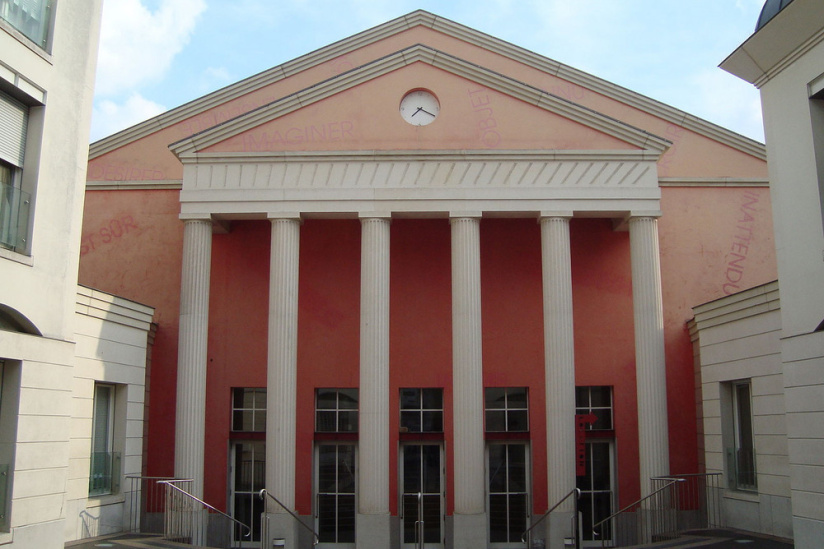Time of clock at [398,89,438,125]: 7:19
